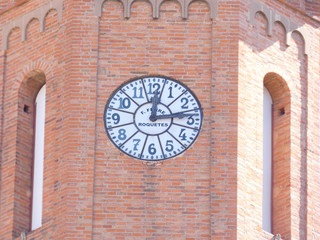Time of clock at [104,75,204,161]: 12:13
